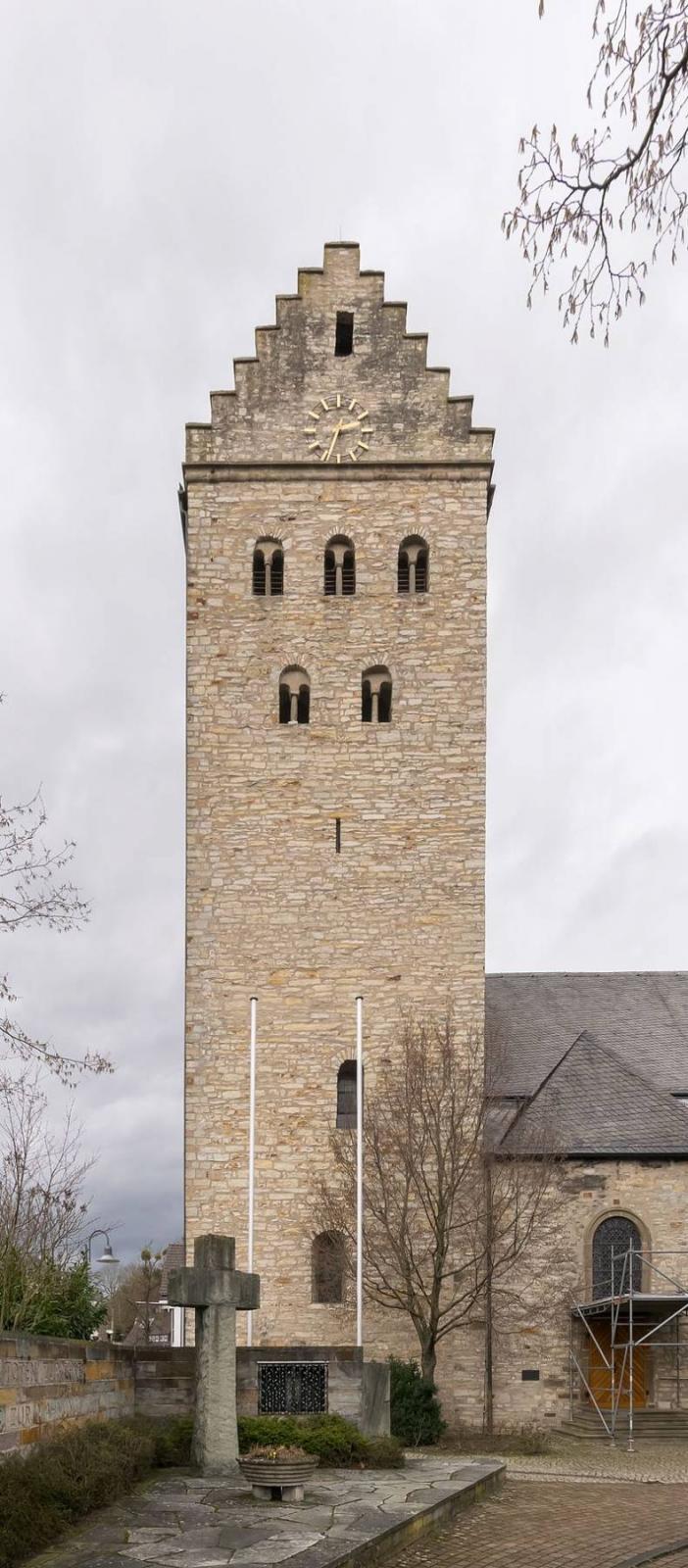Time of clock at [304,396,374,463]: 2:33
